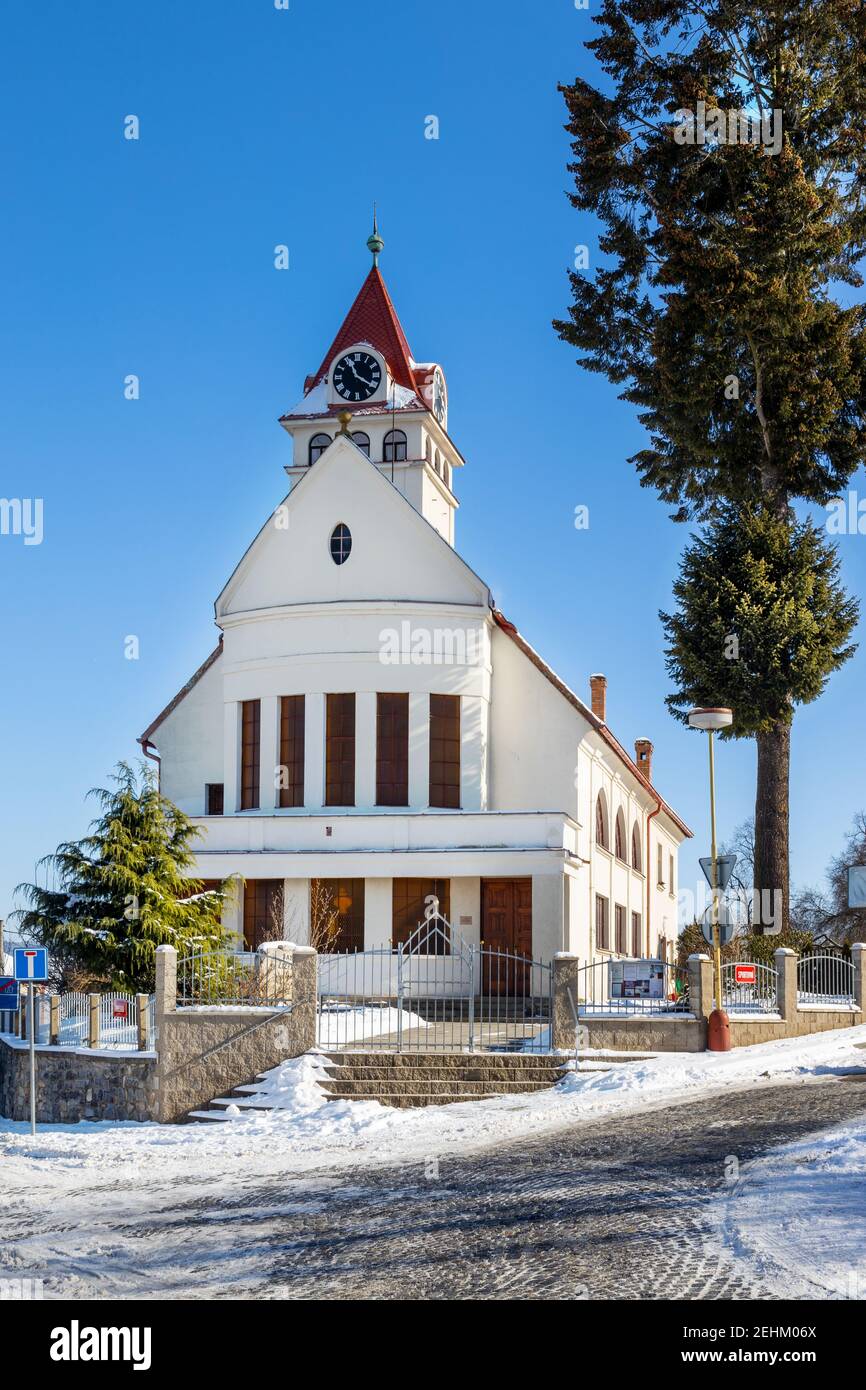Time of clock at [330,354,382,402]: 11:20
